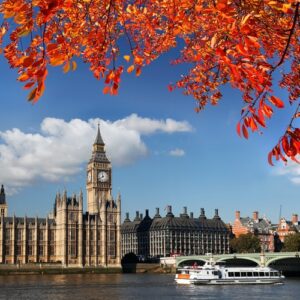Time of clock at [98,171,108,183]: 7:58
